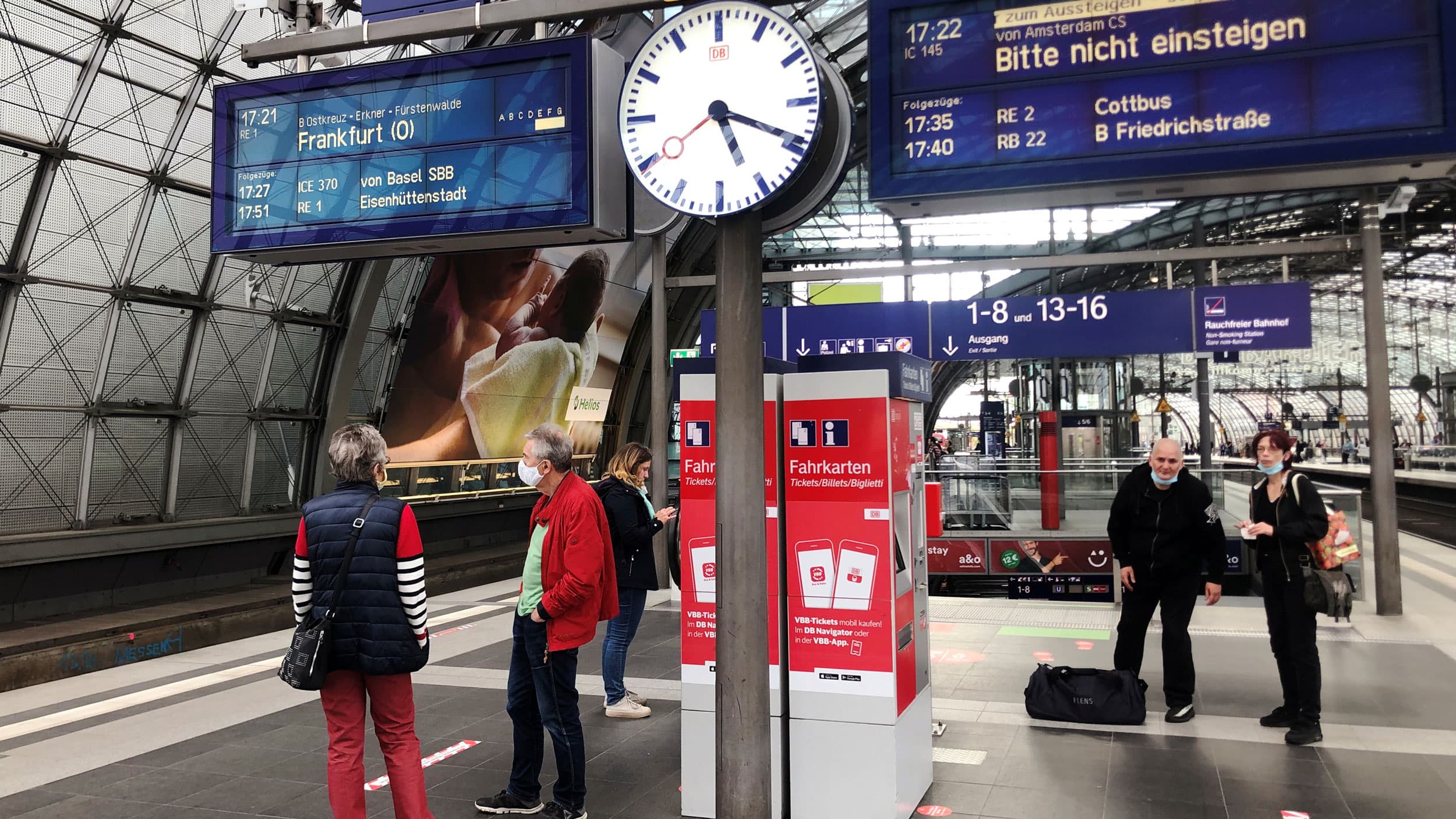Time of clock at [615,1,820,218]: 5:19
